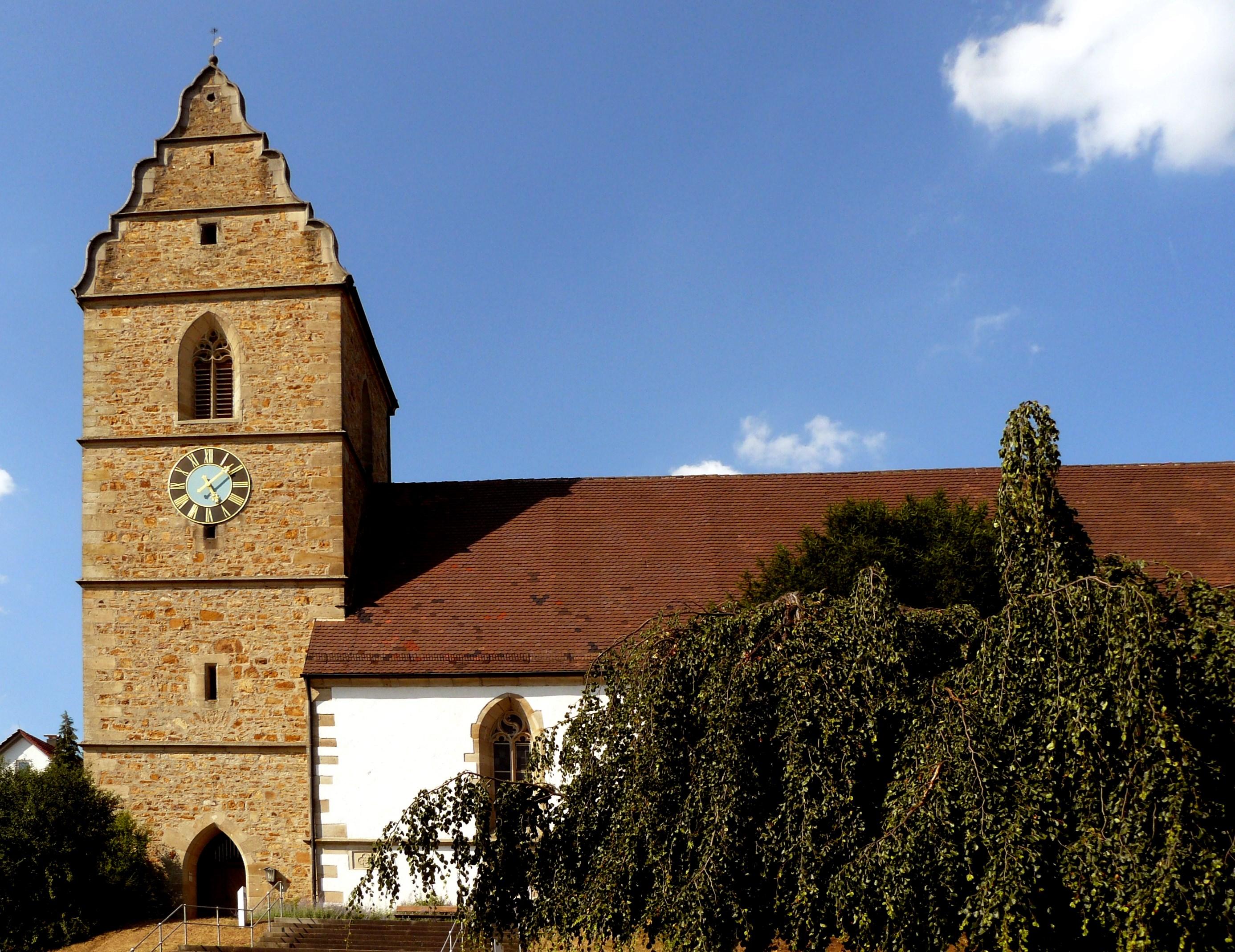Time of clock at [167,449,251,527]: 5:08
